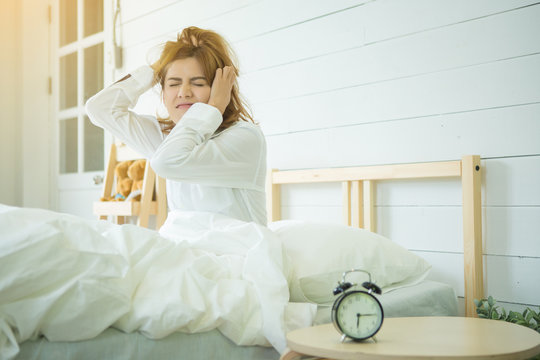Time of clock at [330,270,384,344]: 6:14
